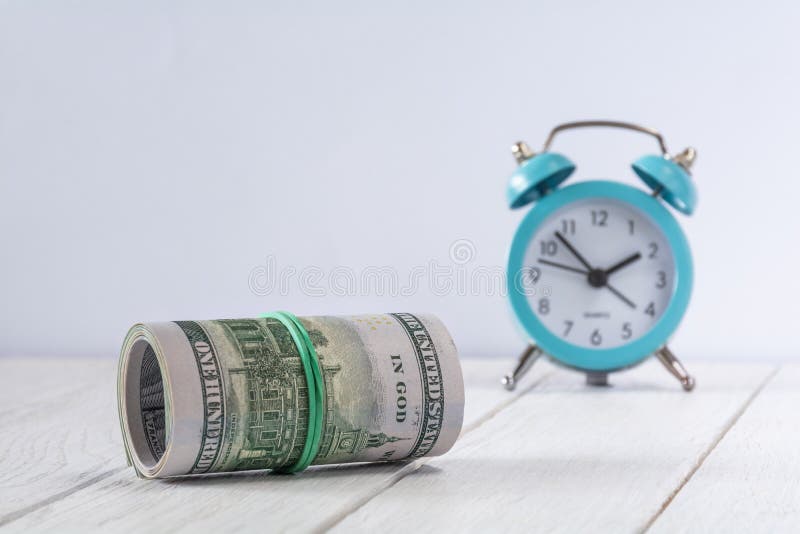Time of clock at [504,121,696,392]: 1:52
